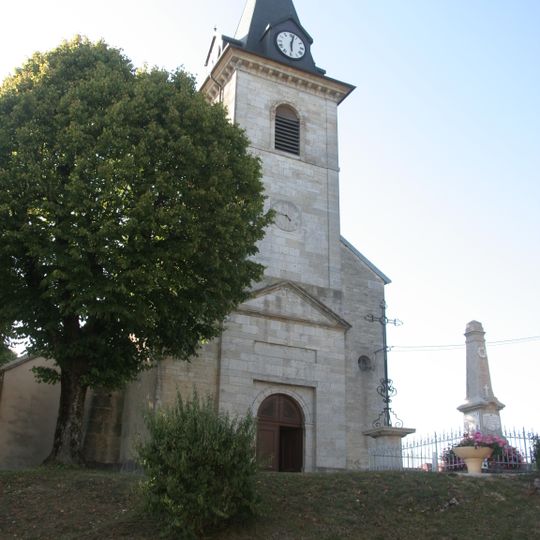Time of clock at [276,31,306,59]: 6:02
